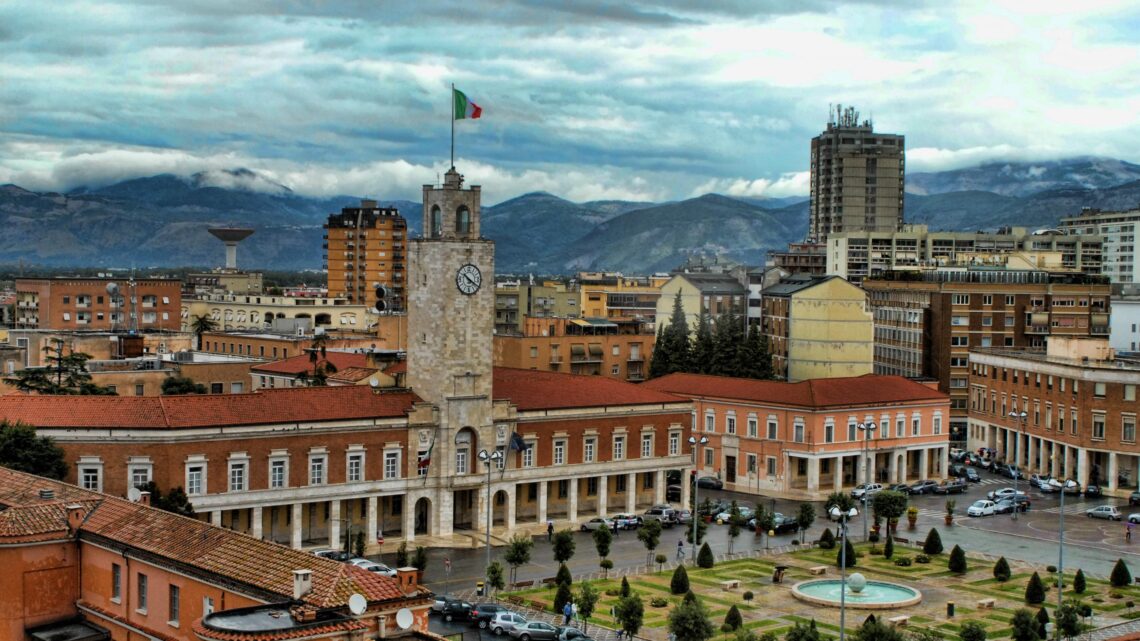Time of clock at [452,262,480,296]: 10:20
